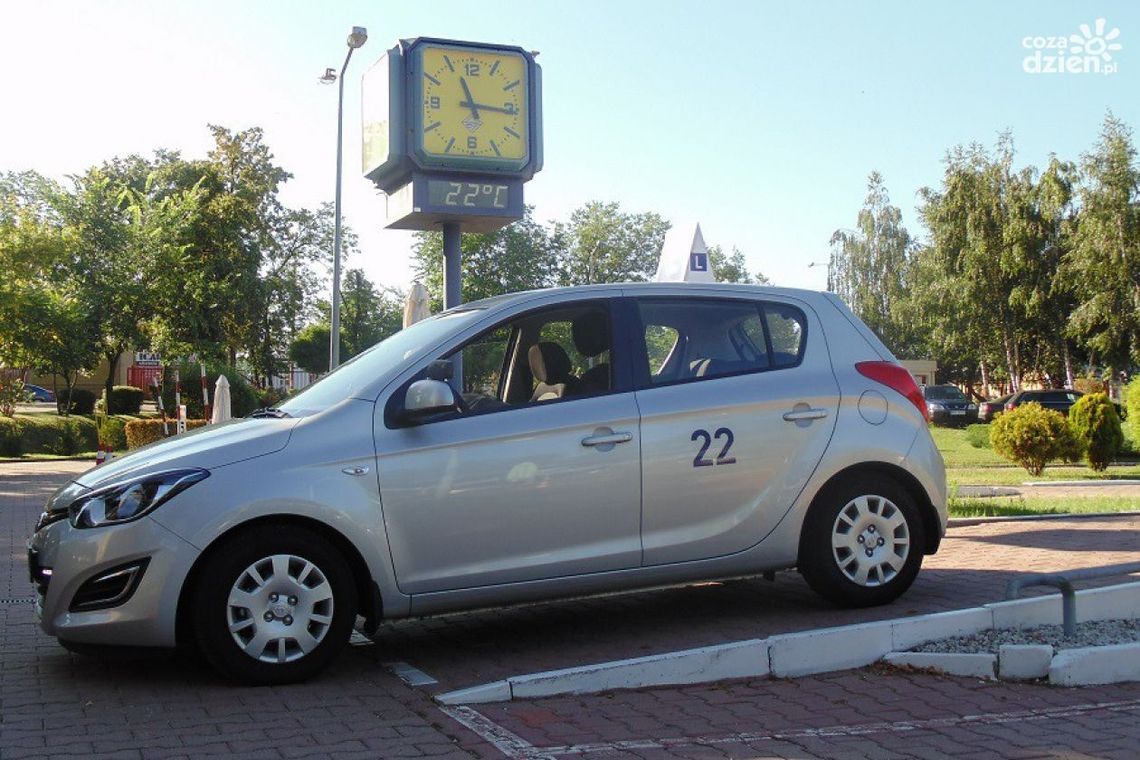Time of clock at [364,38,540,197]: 11:15
